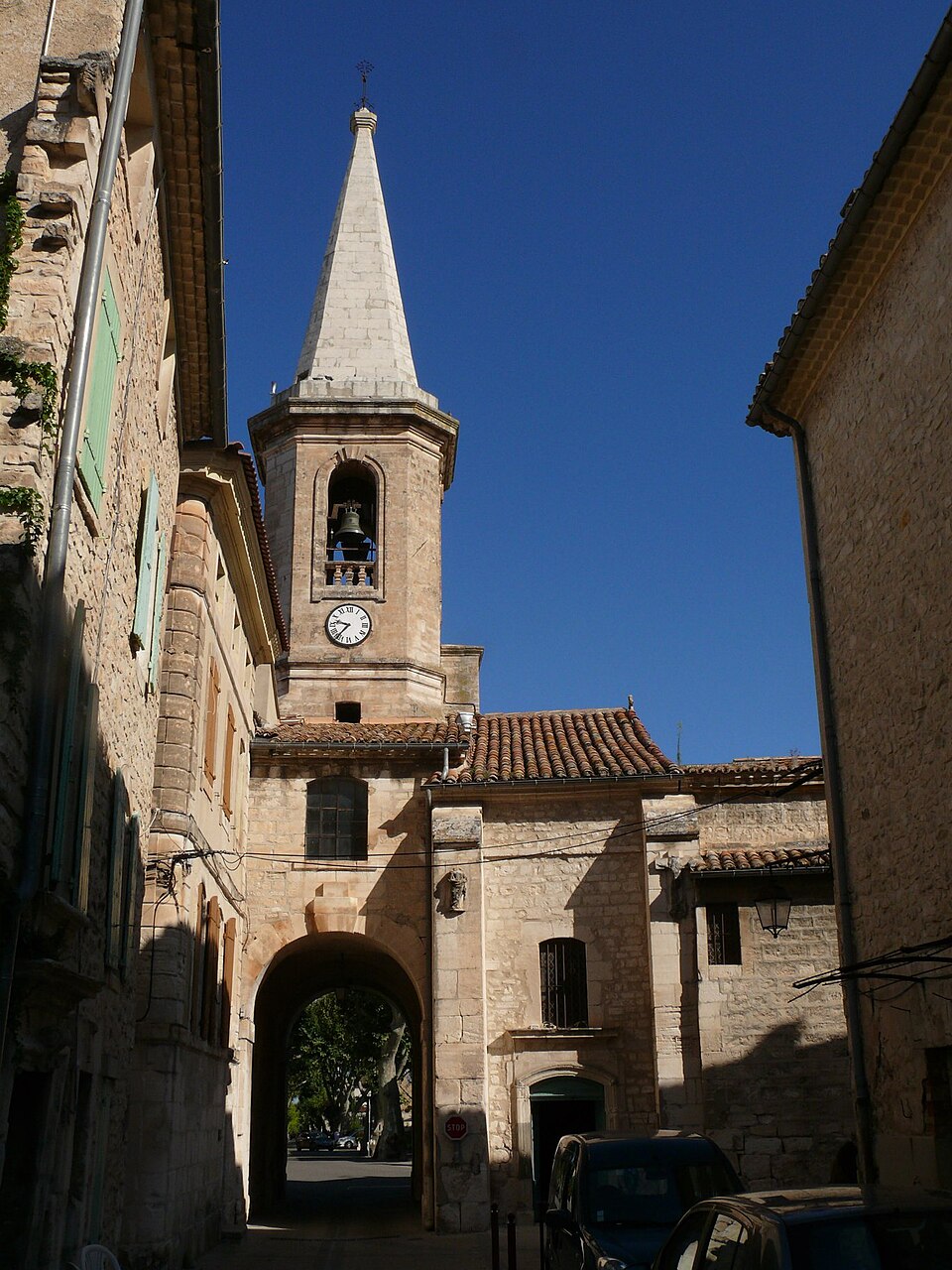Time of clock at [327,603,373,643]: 9:36
